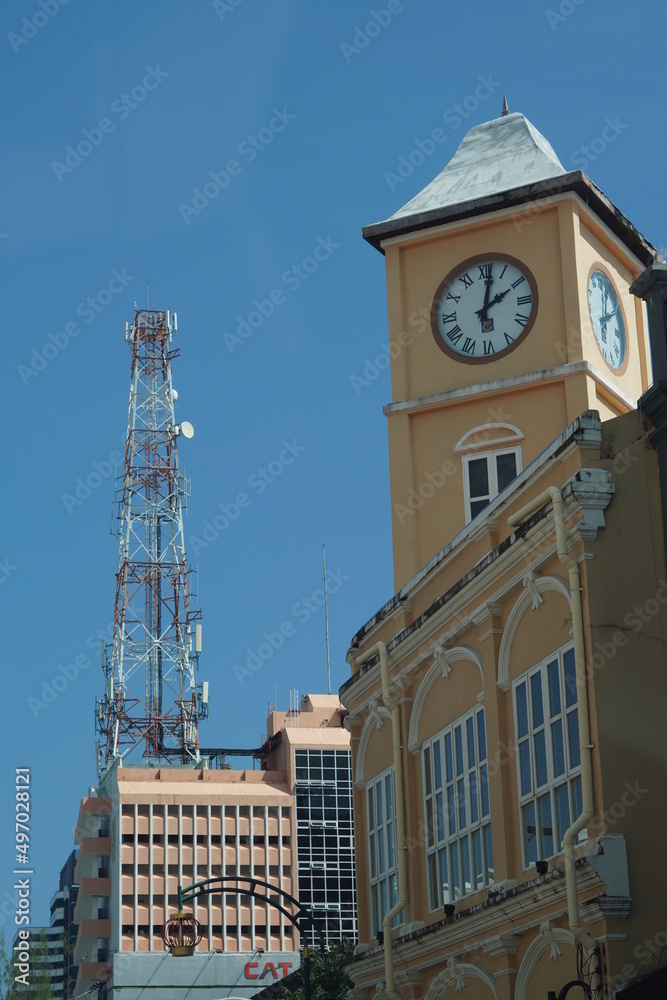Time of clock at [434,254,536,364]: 2:01
